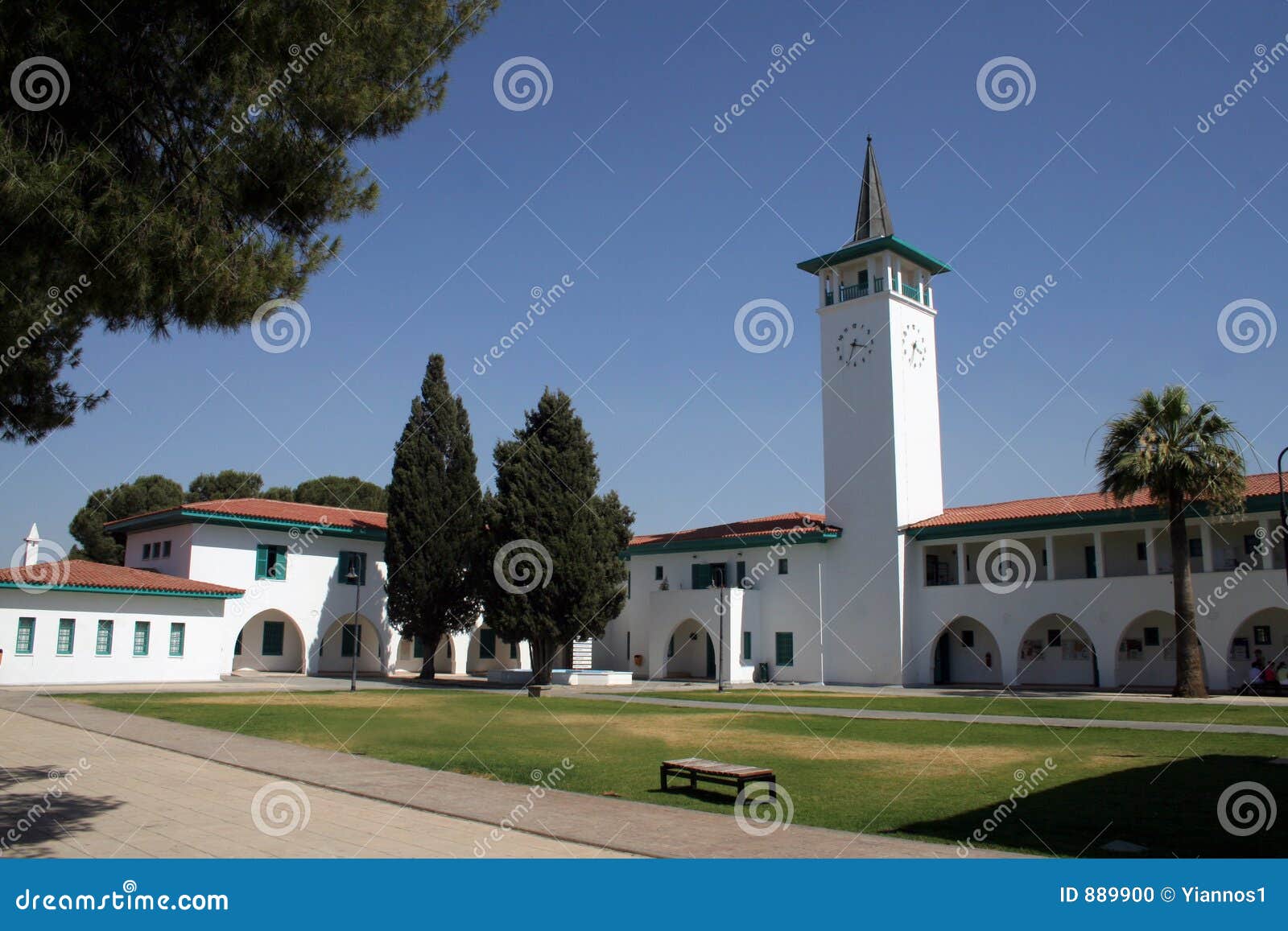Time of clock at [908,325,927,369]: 3:34
